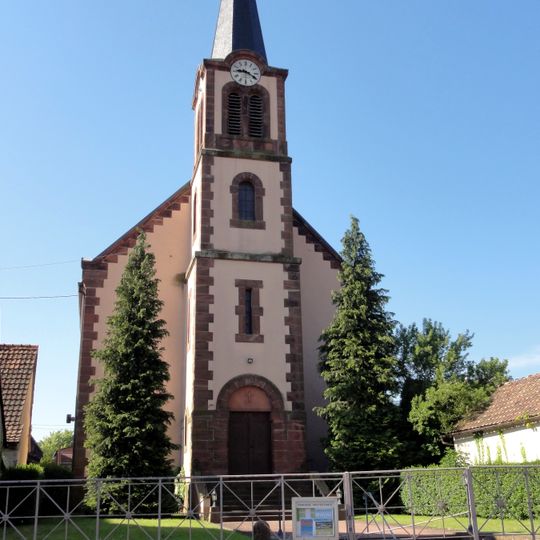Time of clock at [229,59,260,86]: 9:20
